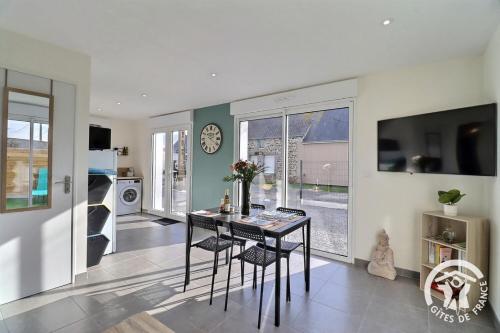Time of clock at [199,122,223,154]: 2:20
